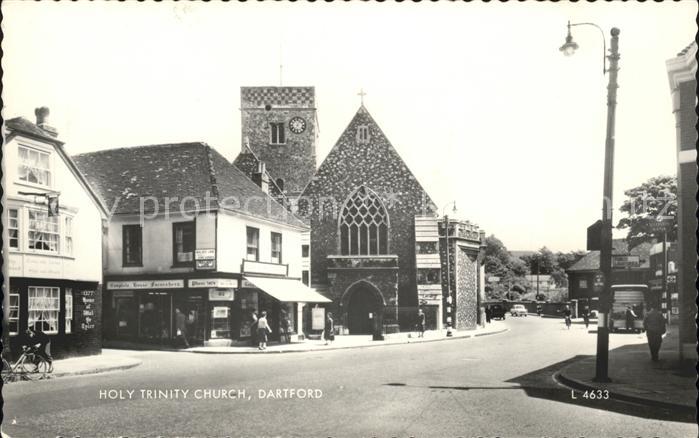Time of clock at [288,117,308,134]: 7:04
